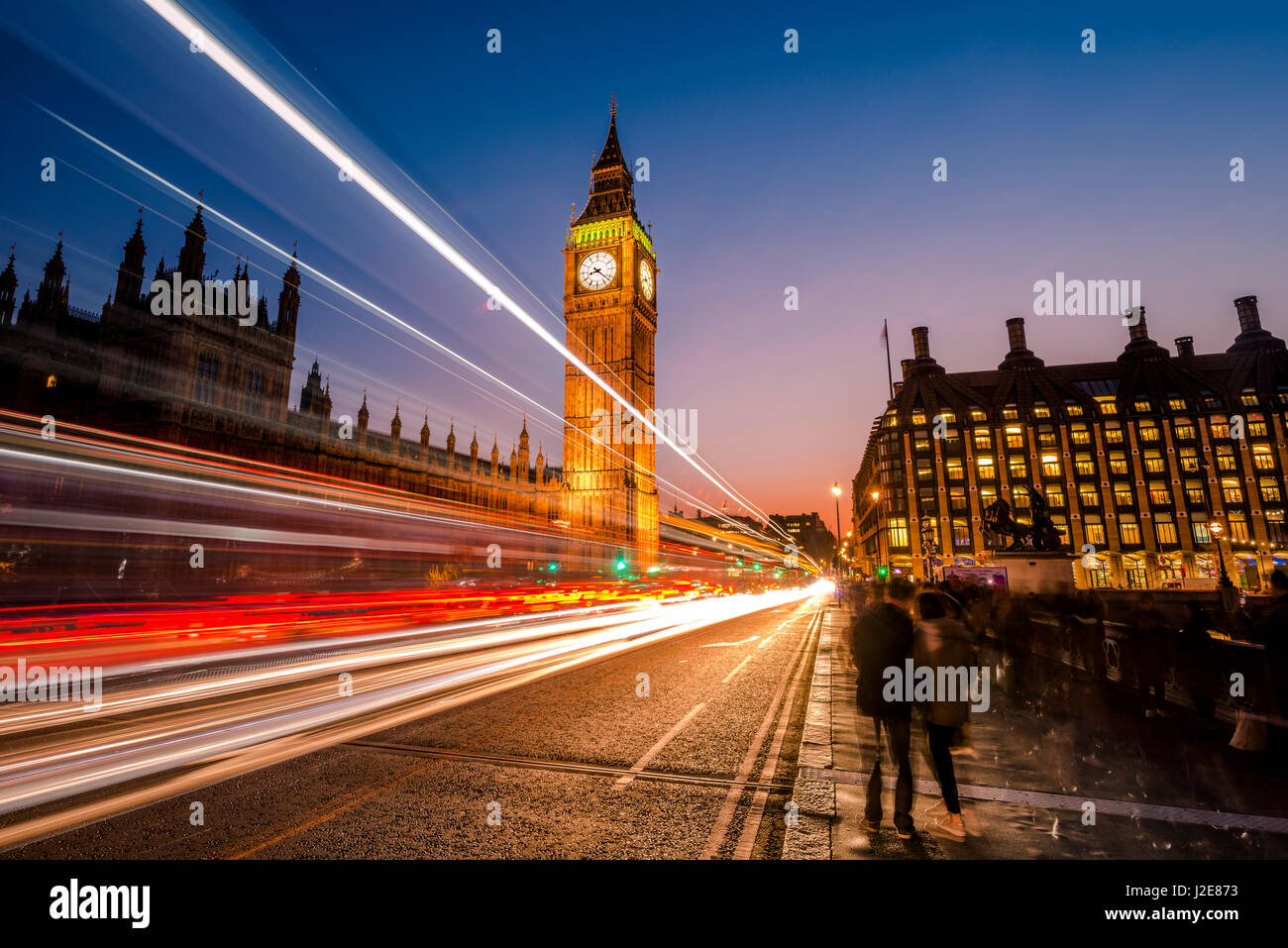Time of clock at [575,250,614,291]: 8:21
